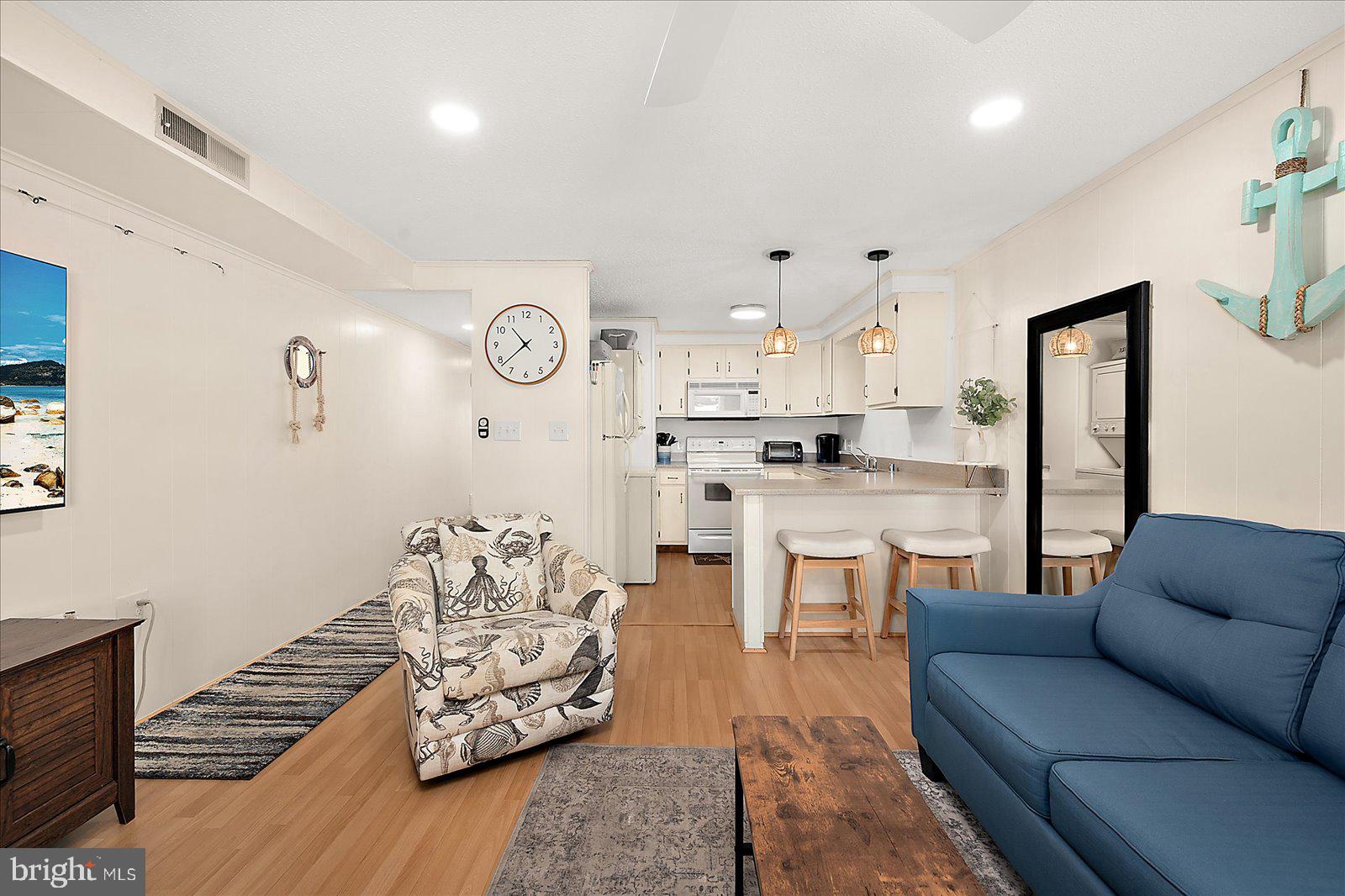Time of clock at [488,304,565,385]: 10:38
